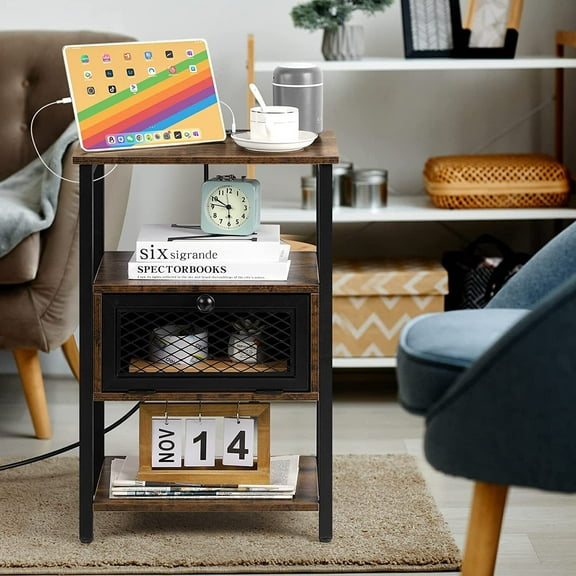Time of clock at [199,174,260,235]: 5:50
